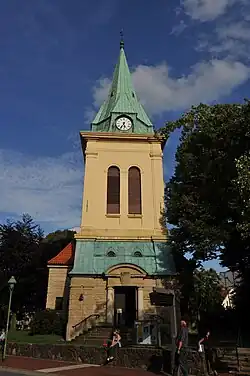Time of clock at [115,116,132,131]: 5:35
